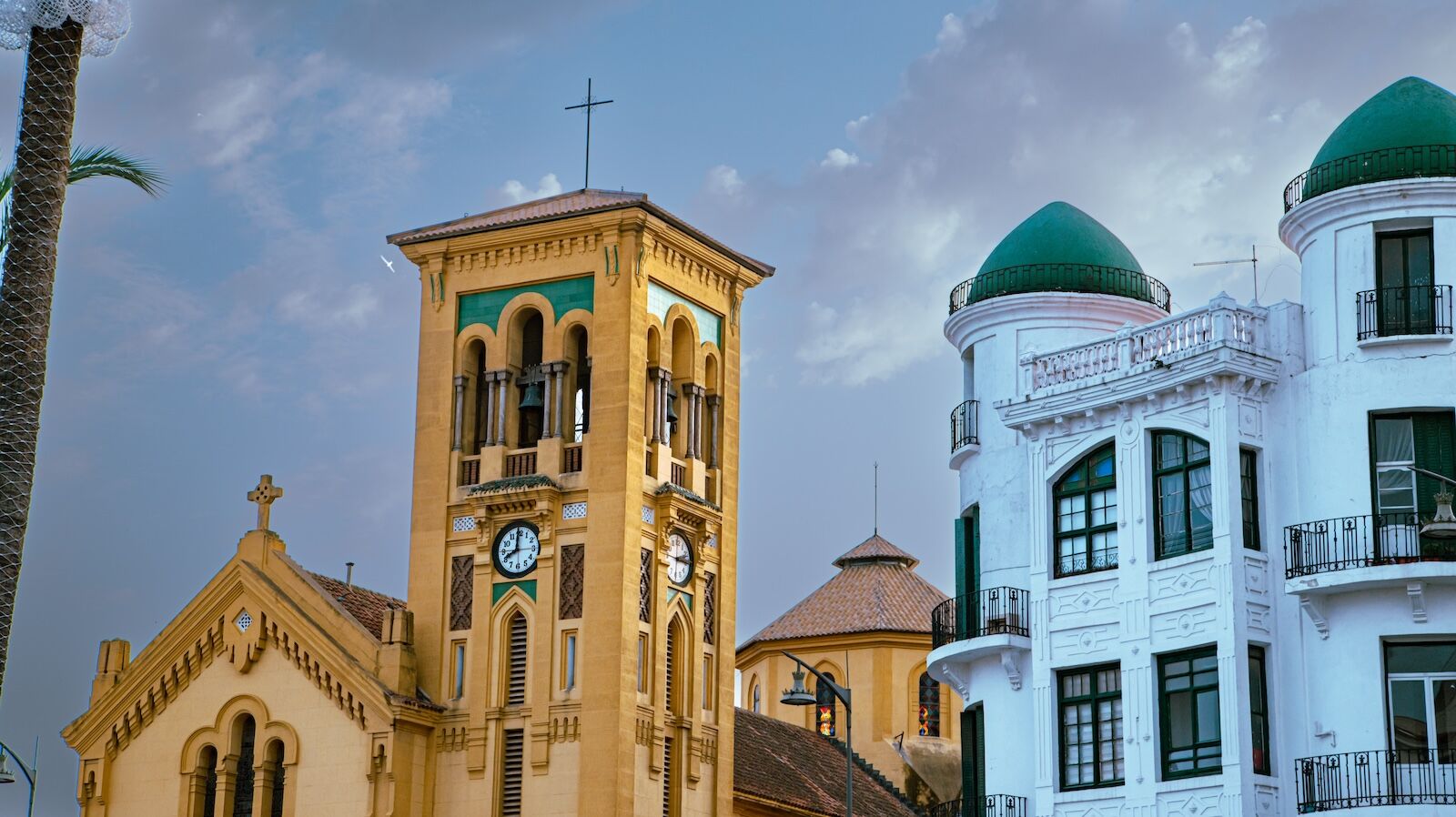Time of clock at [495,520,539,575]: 7:59
